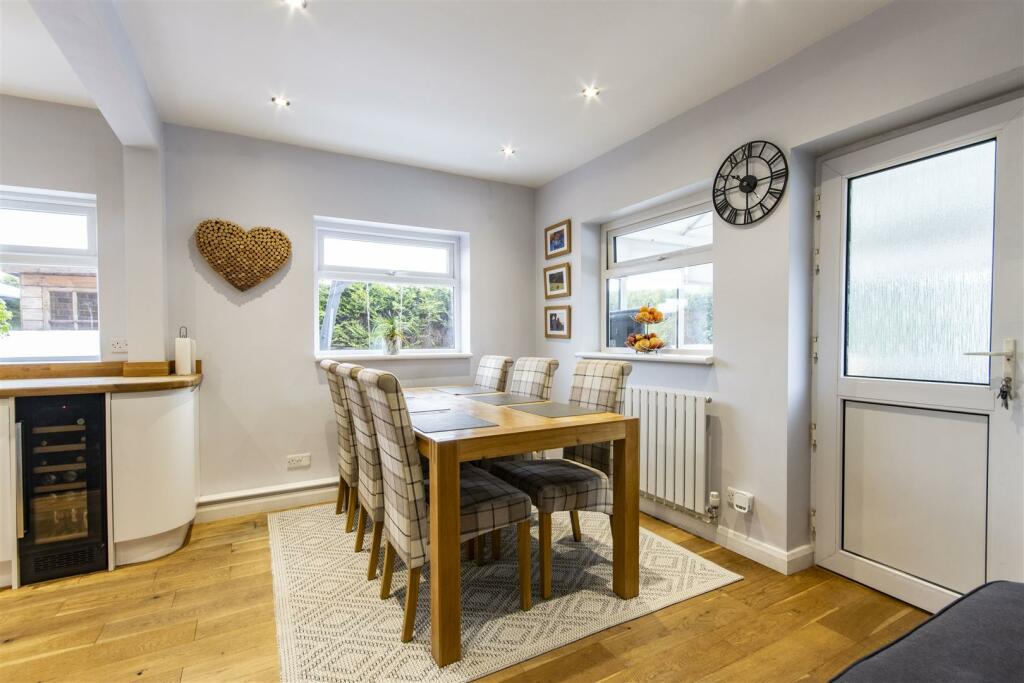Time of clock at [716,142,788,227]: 10:14
